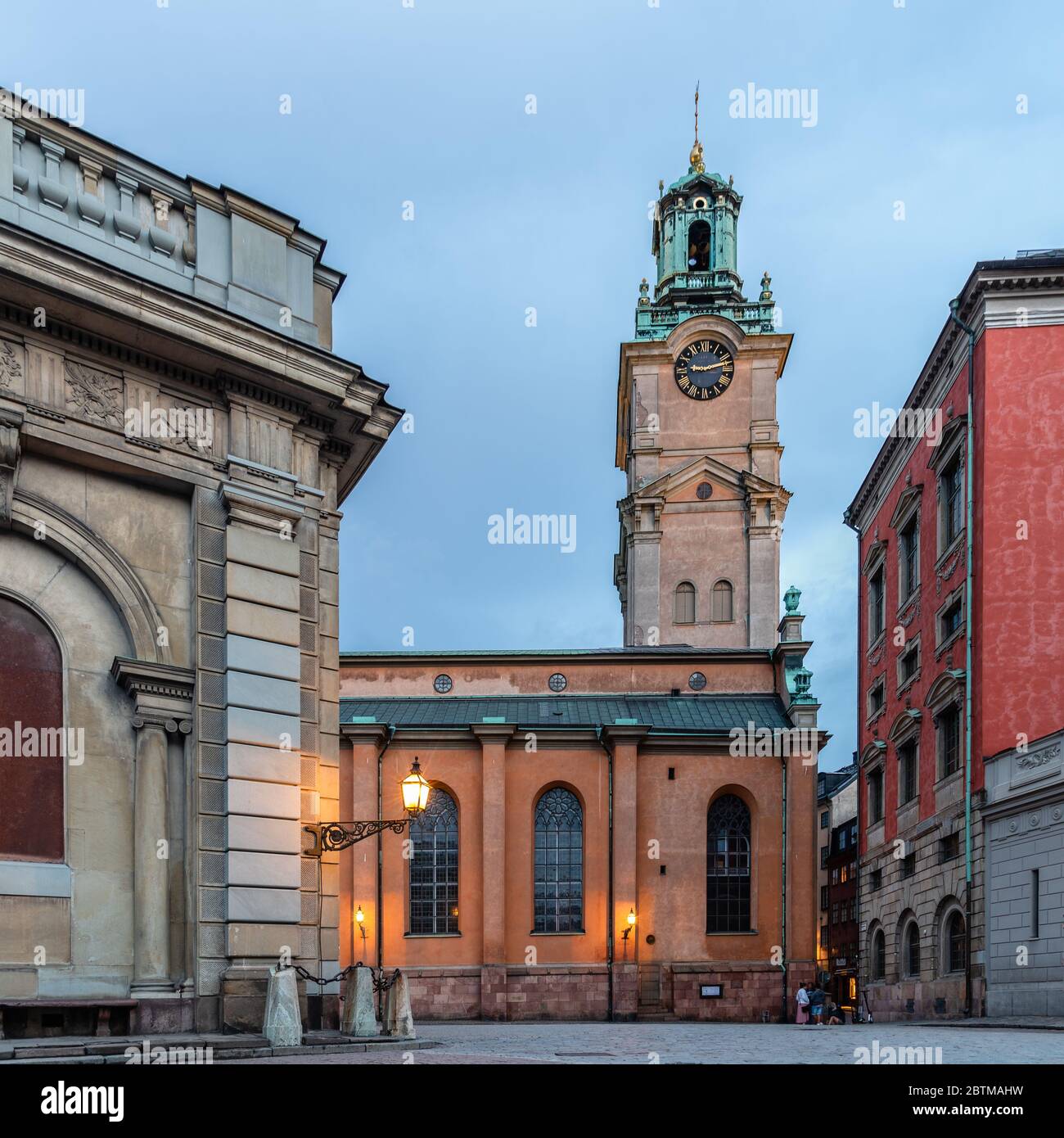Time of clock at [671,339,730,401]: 9:12
